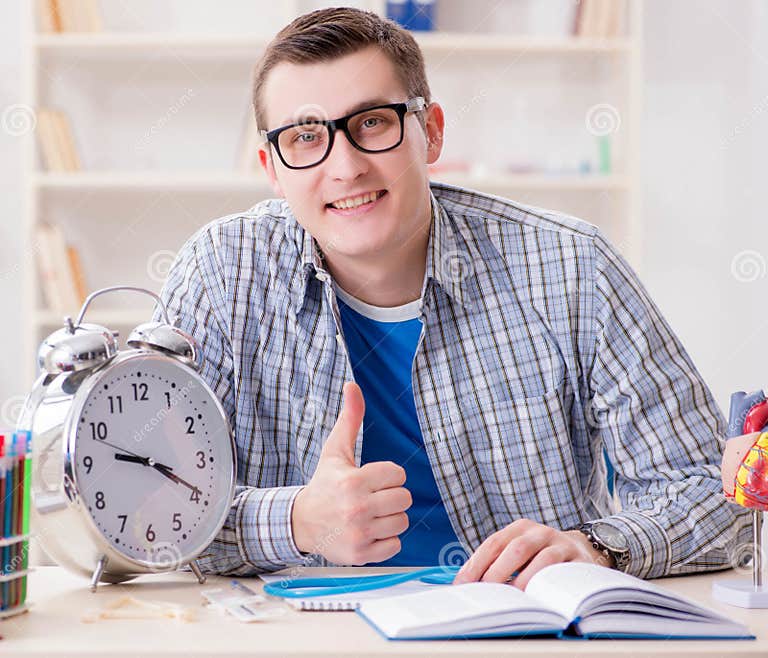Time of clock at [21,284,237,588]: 9:19
